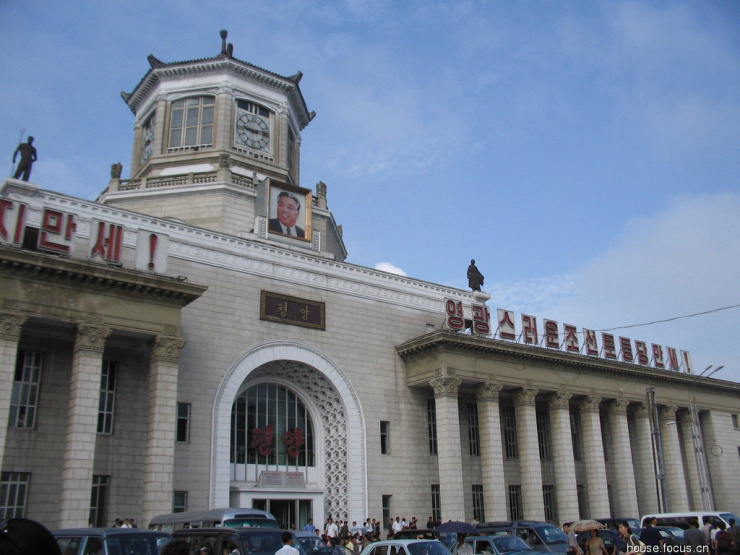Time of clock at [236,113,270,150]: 9:13
